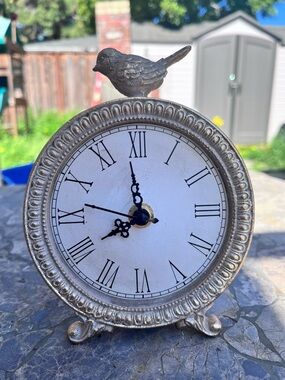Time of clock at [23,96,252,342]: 7:58
